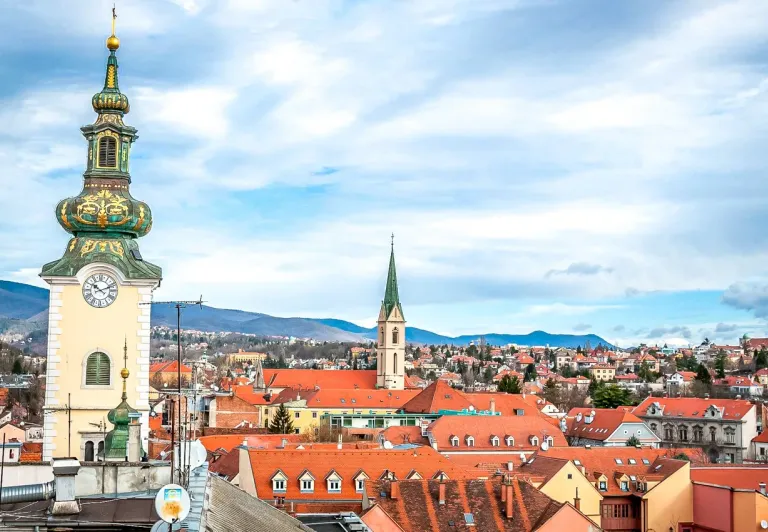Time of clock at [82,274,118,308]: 10:11
